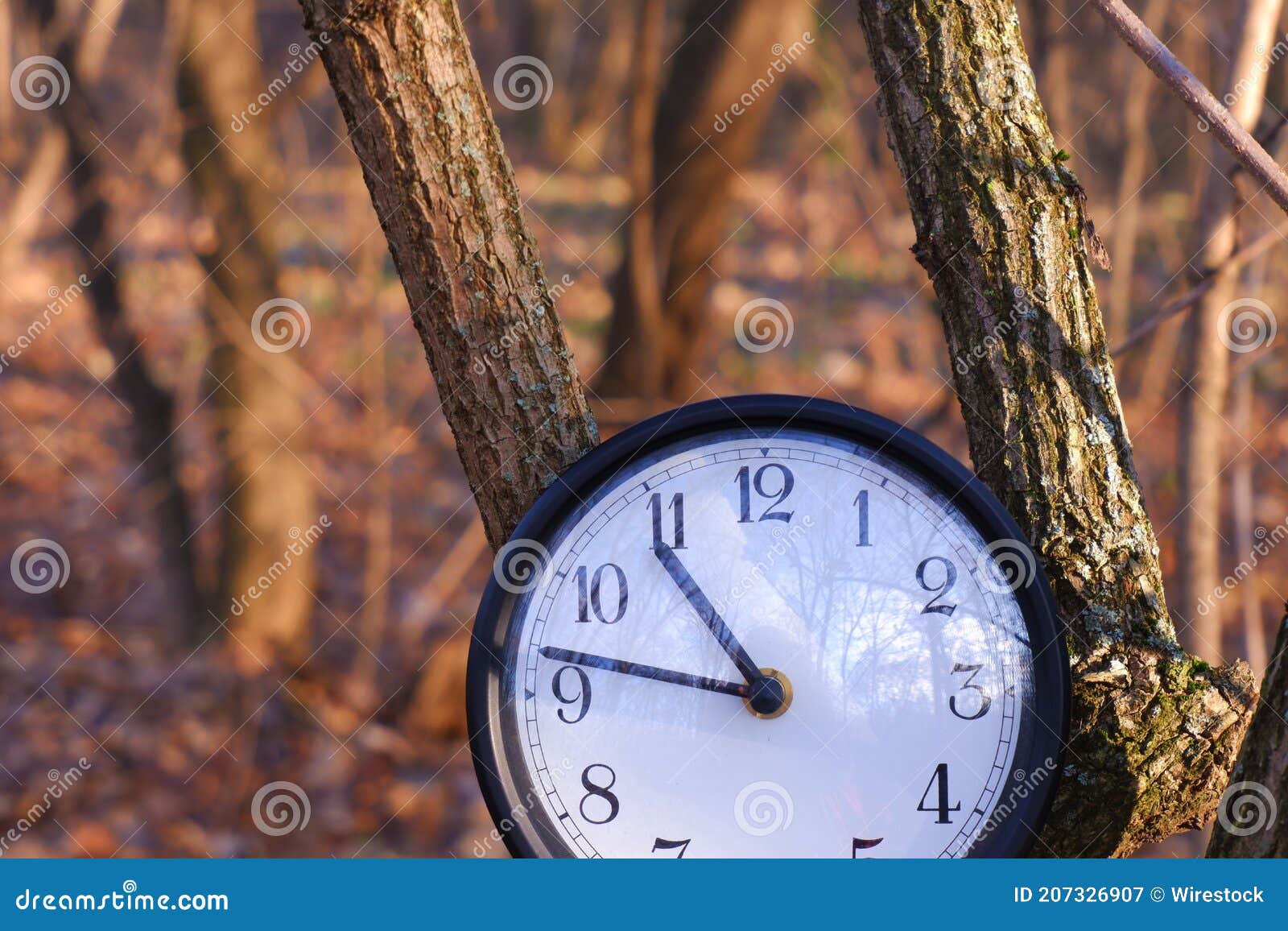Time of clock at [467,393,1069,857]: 10:47
